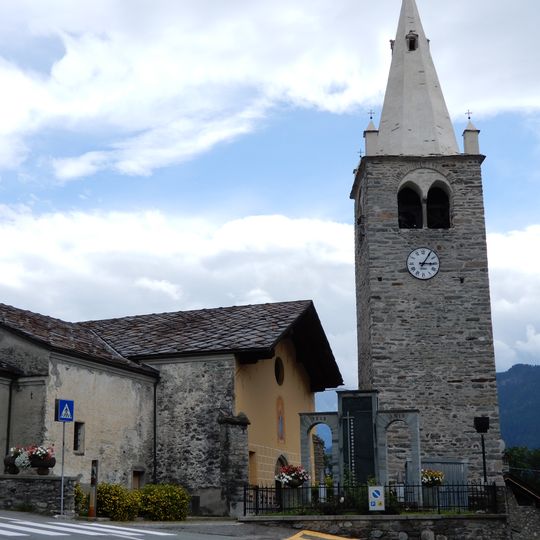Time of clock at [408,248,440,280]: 3:05
